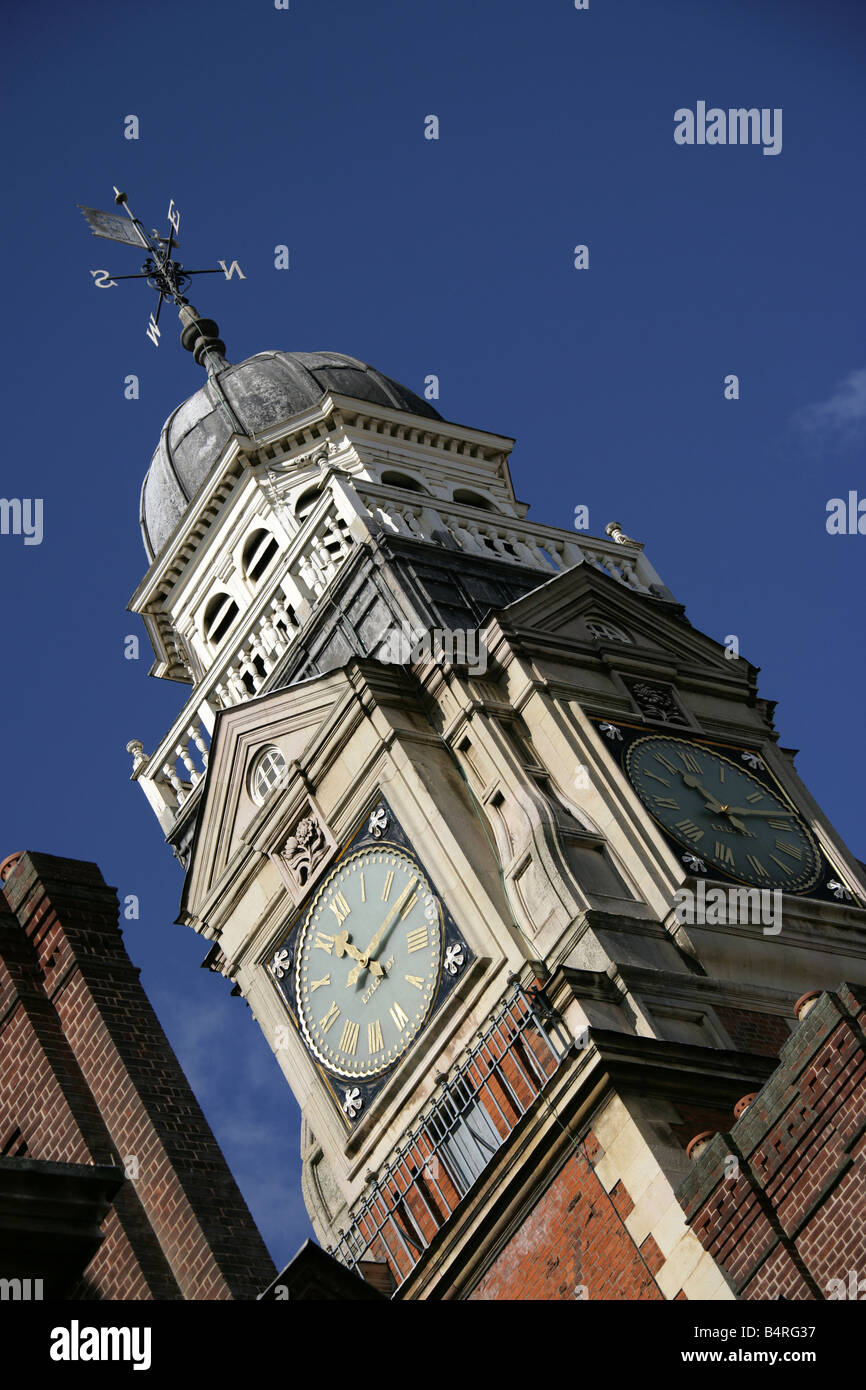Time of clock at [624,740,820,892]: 11:13
